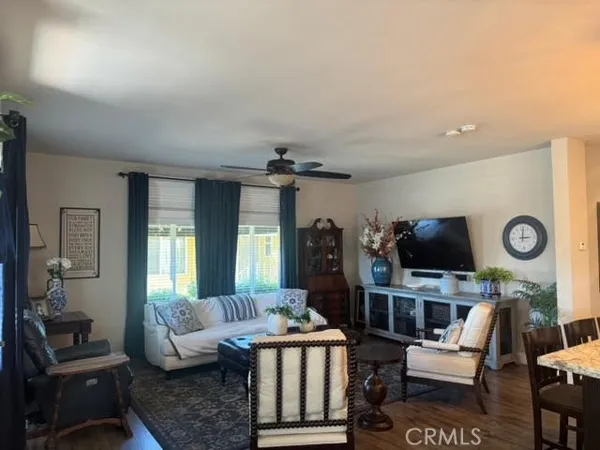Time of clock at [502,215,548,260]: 3:01
